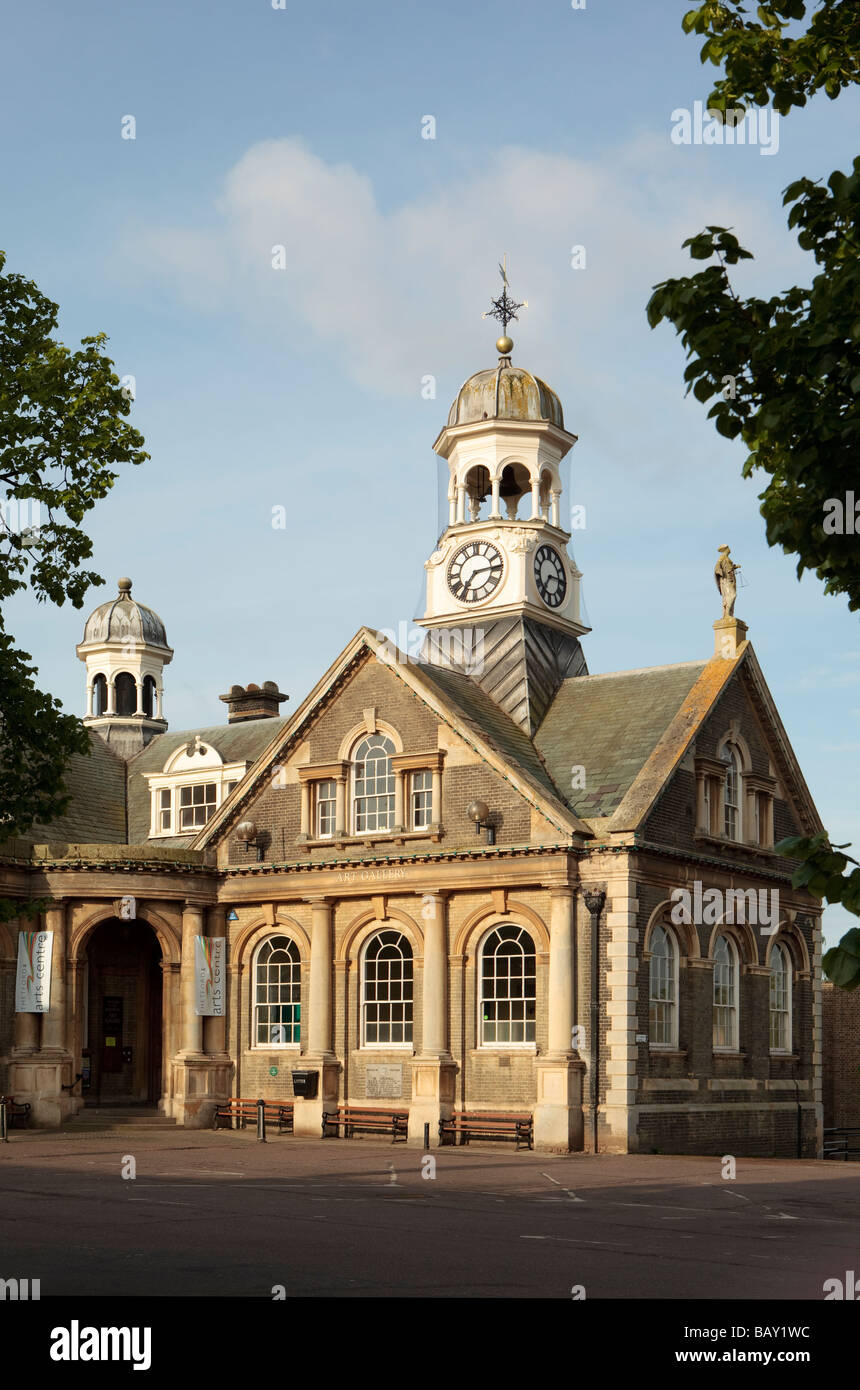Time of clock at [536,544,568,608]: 7:15
